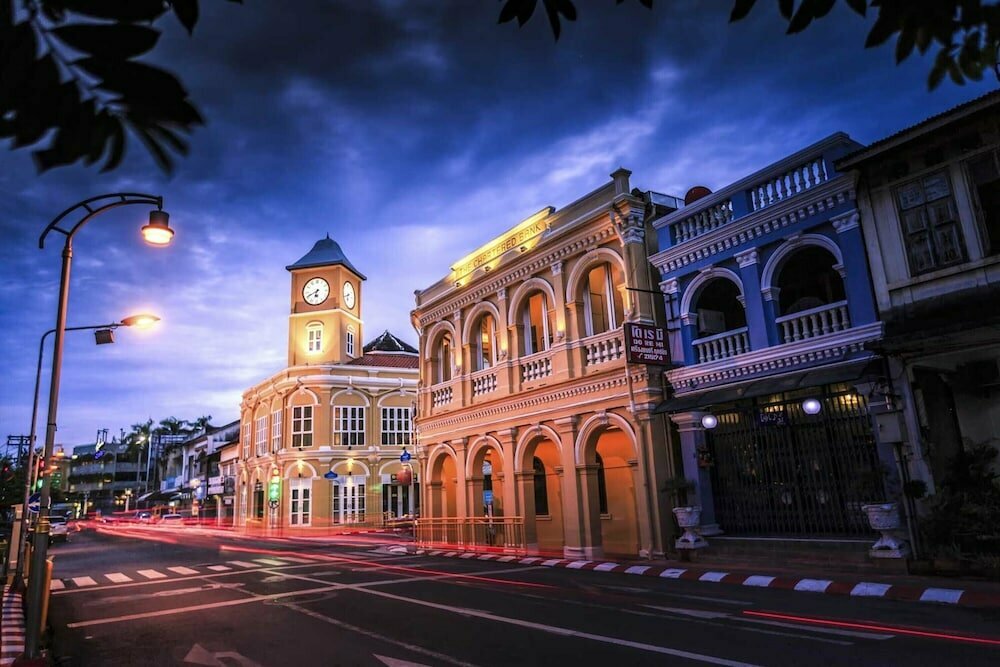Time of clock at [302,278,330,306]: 6:40
